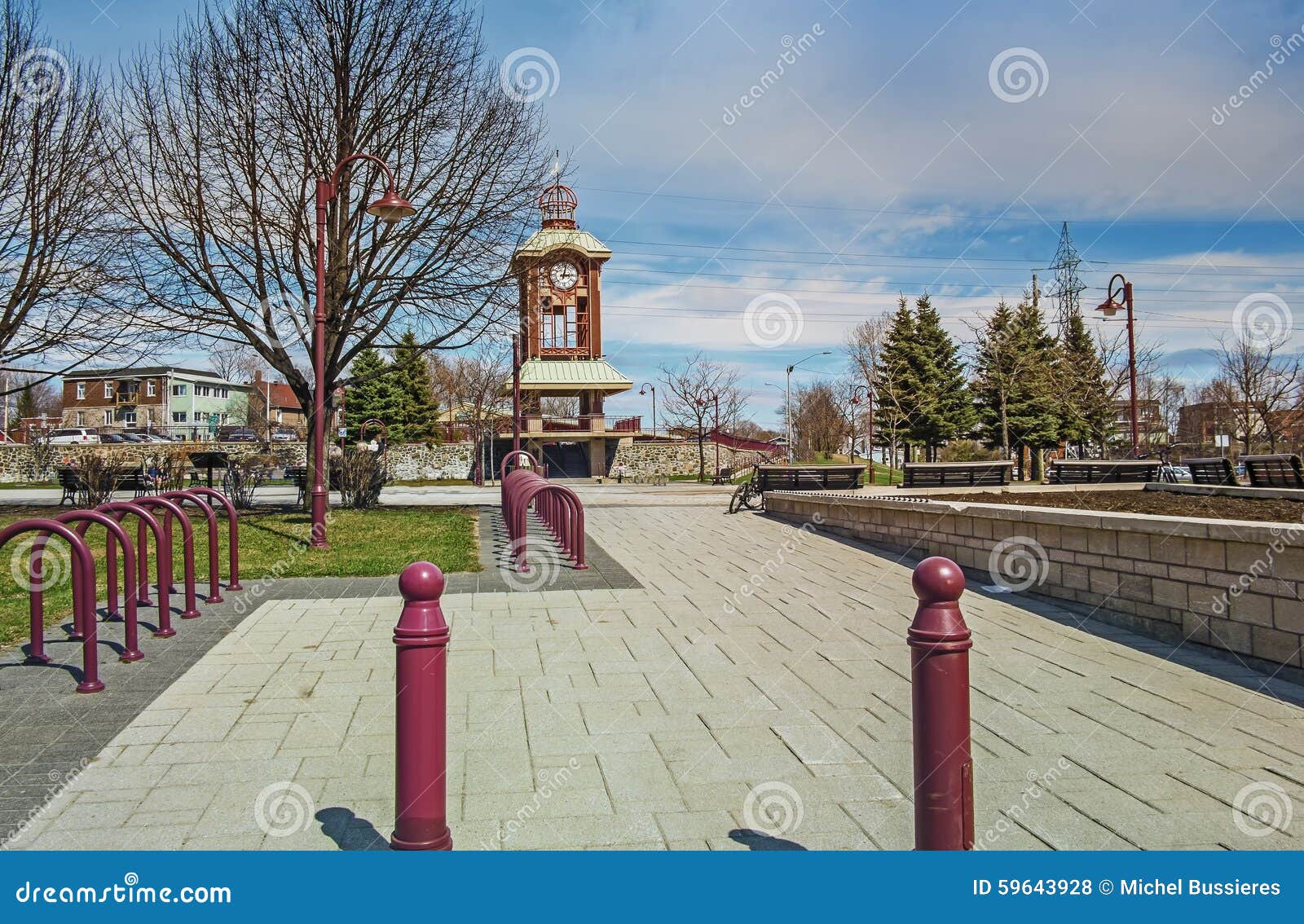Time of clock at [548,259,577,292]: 3:02
